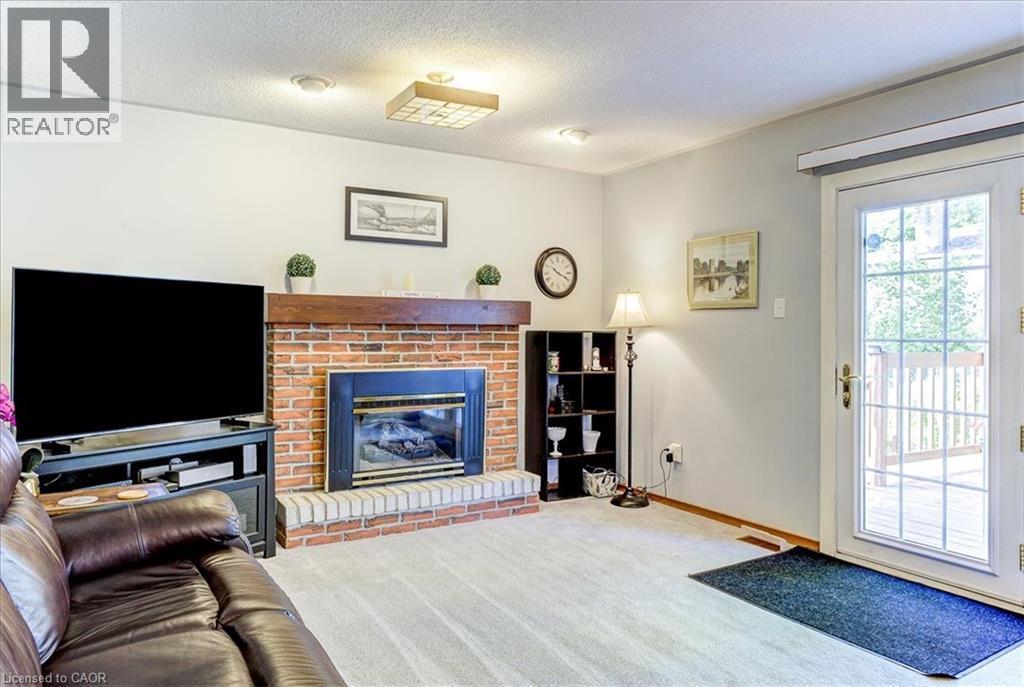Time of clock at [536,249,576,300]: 10:19
